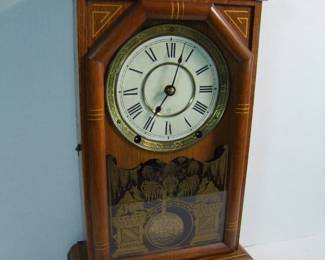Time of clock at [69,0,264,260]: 7:03
